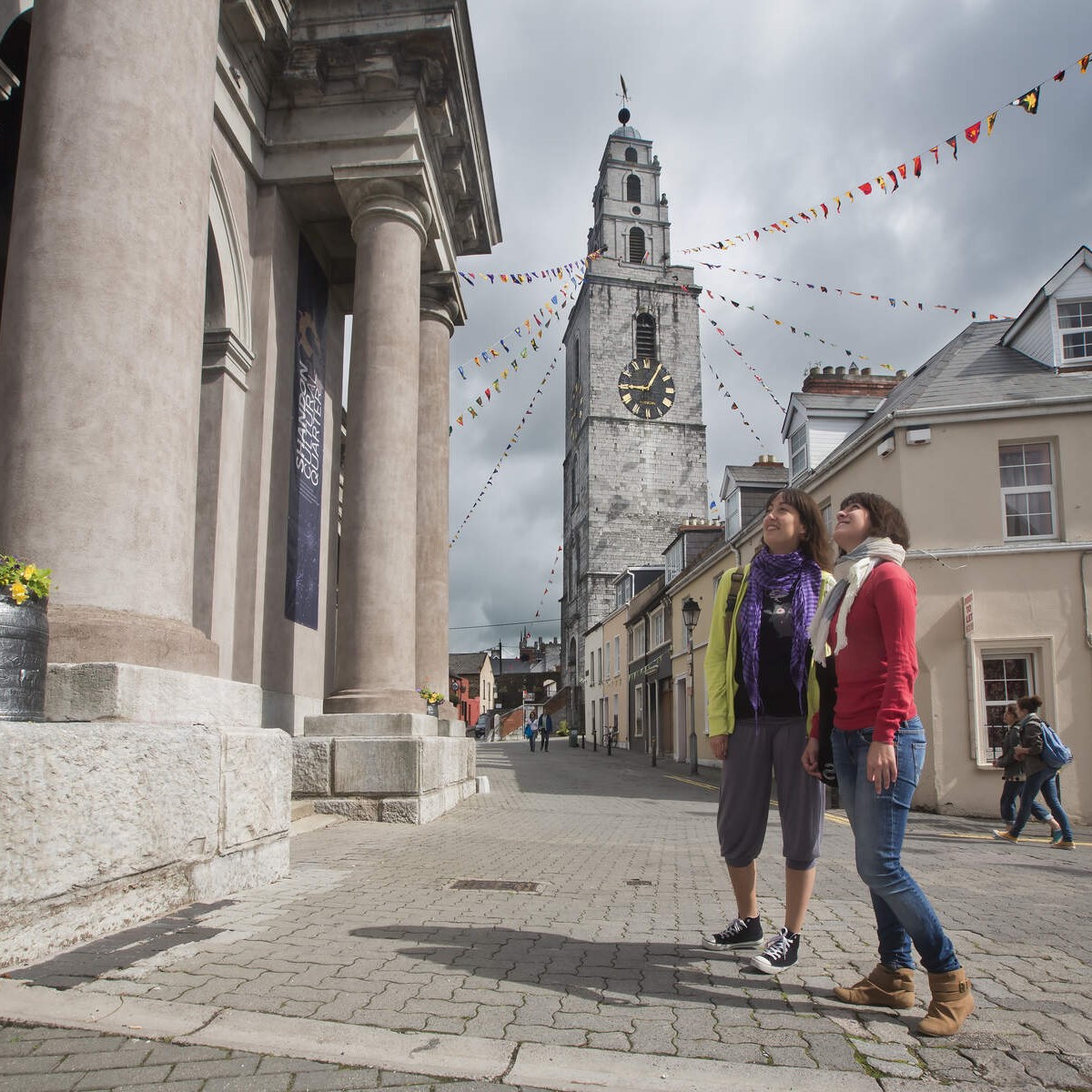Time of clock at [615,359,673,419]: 9:05
